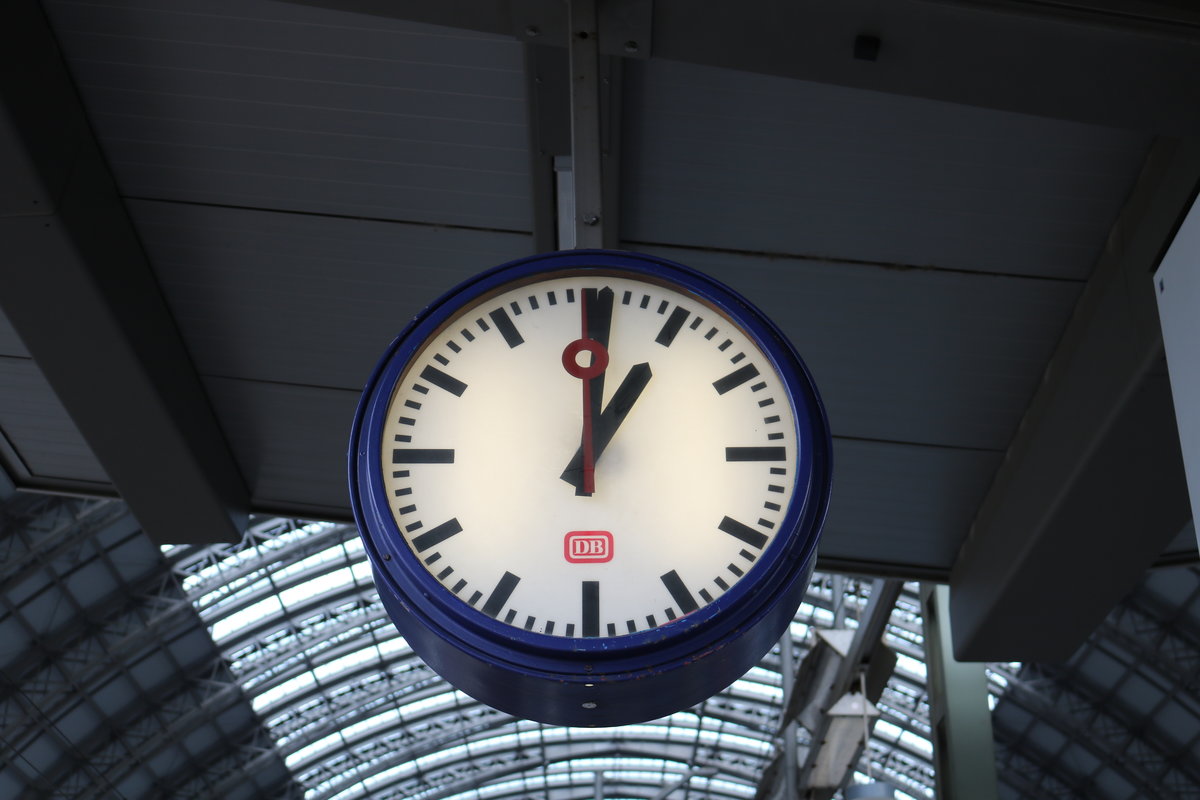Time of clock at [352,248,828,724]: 1:00
